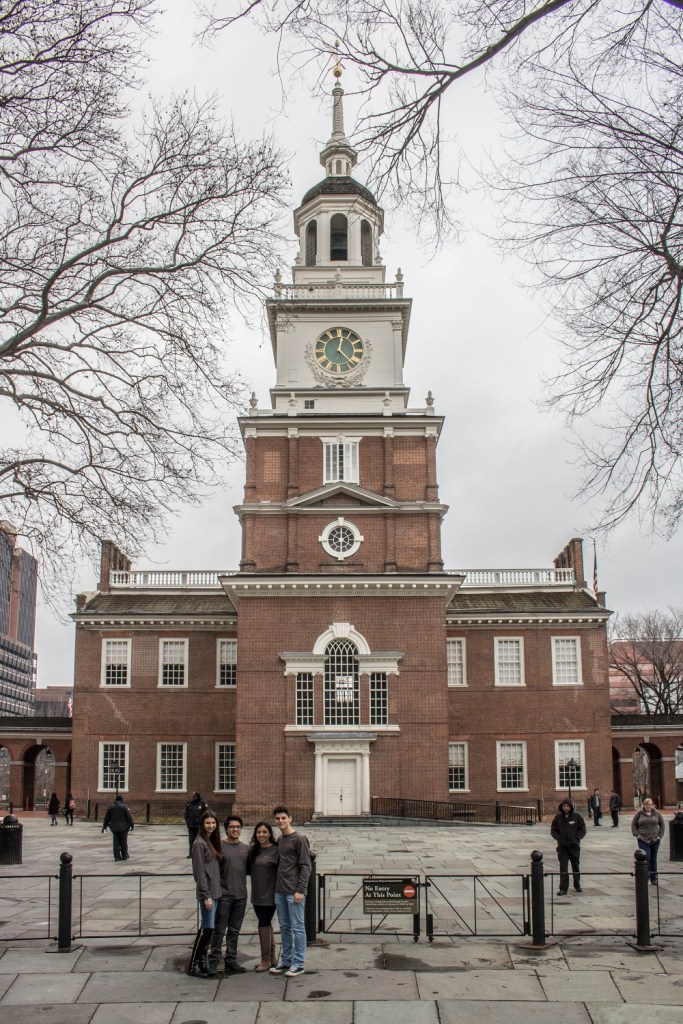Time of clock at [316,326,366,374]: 12:22
